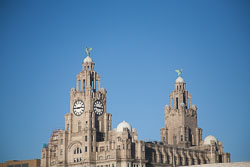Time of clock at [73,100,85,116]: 2:45
